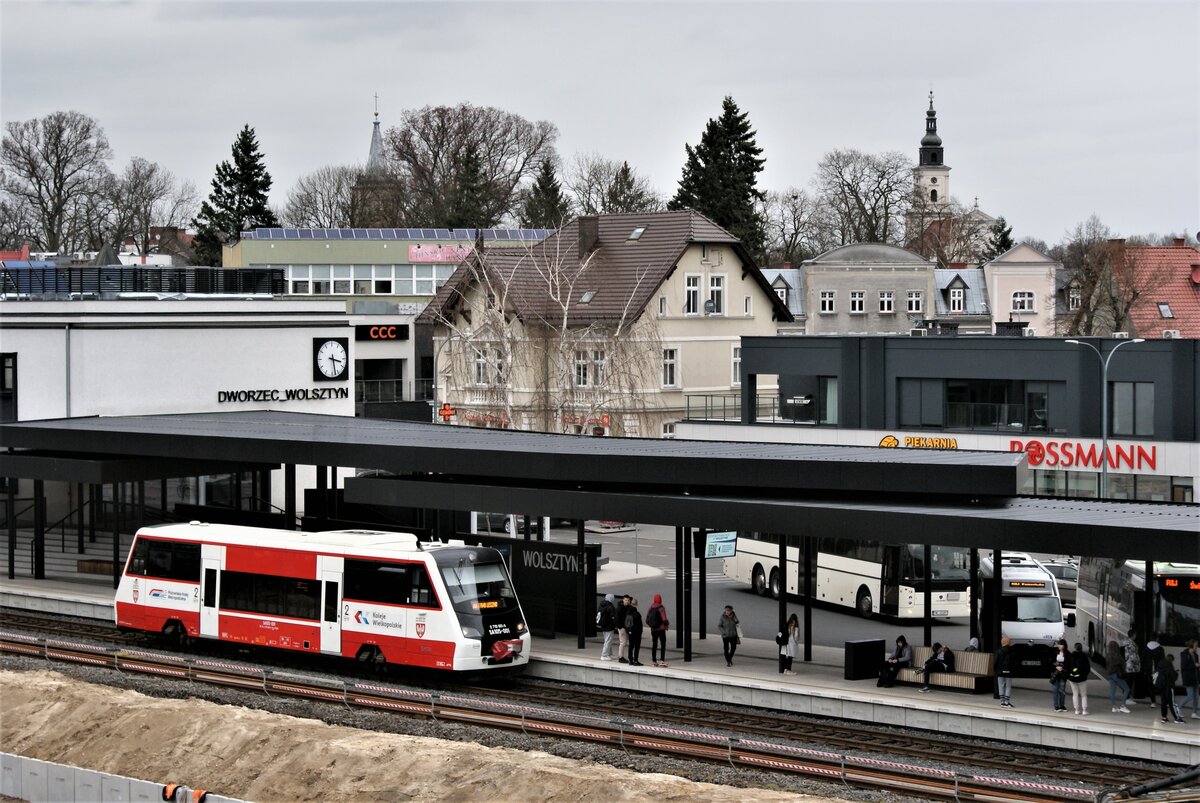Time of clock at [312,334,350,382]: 3:27
